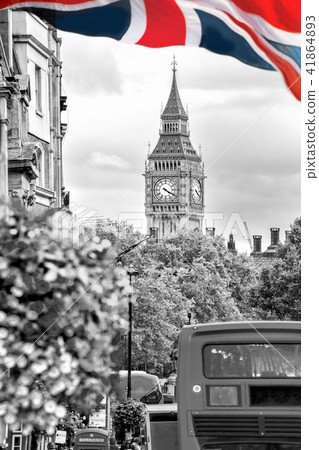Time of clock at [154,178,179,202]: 4:20
